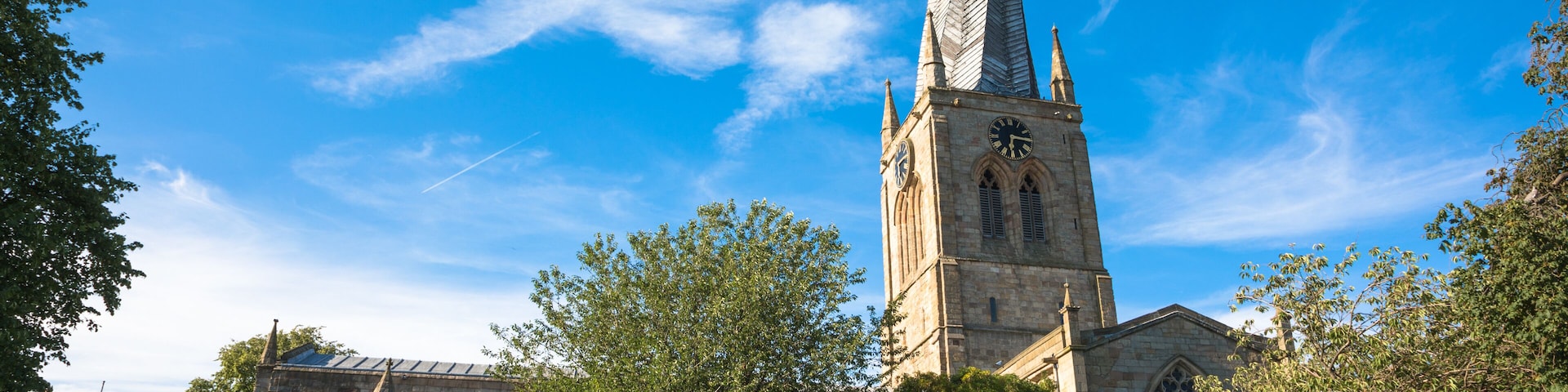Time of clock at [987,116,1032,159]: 6:15
